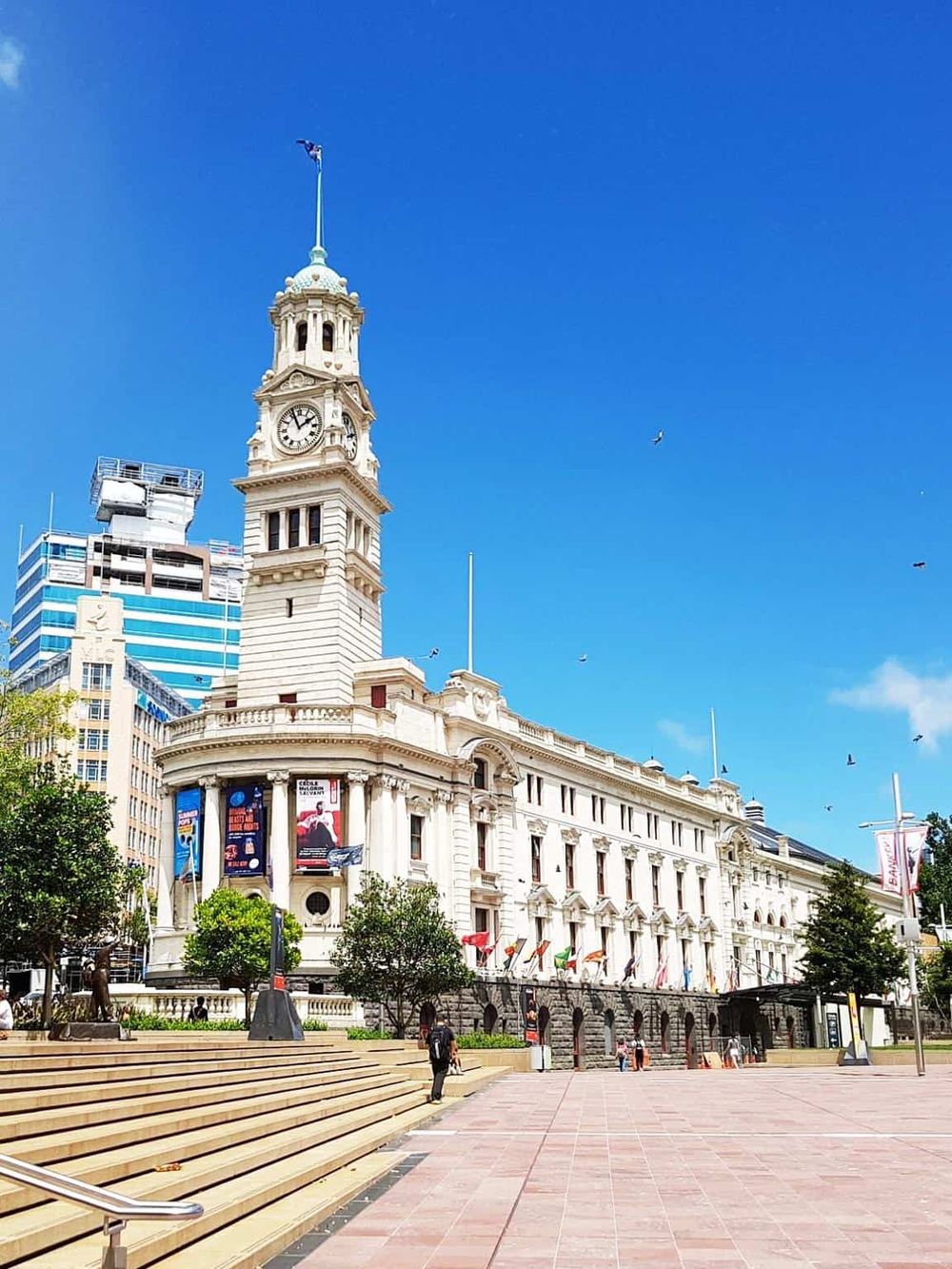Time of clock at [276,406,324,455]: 1:56
